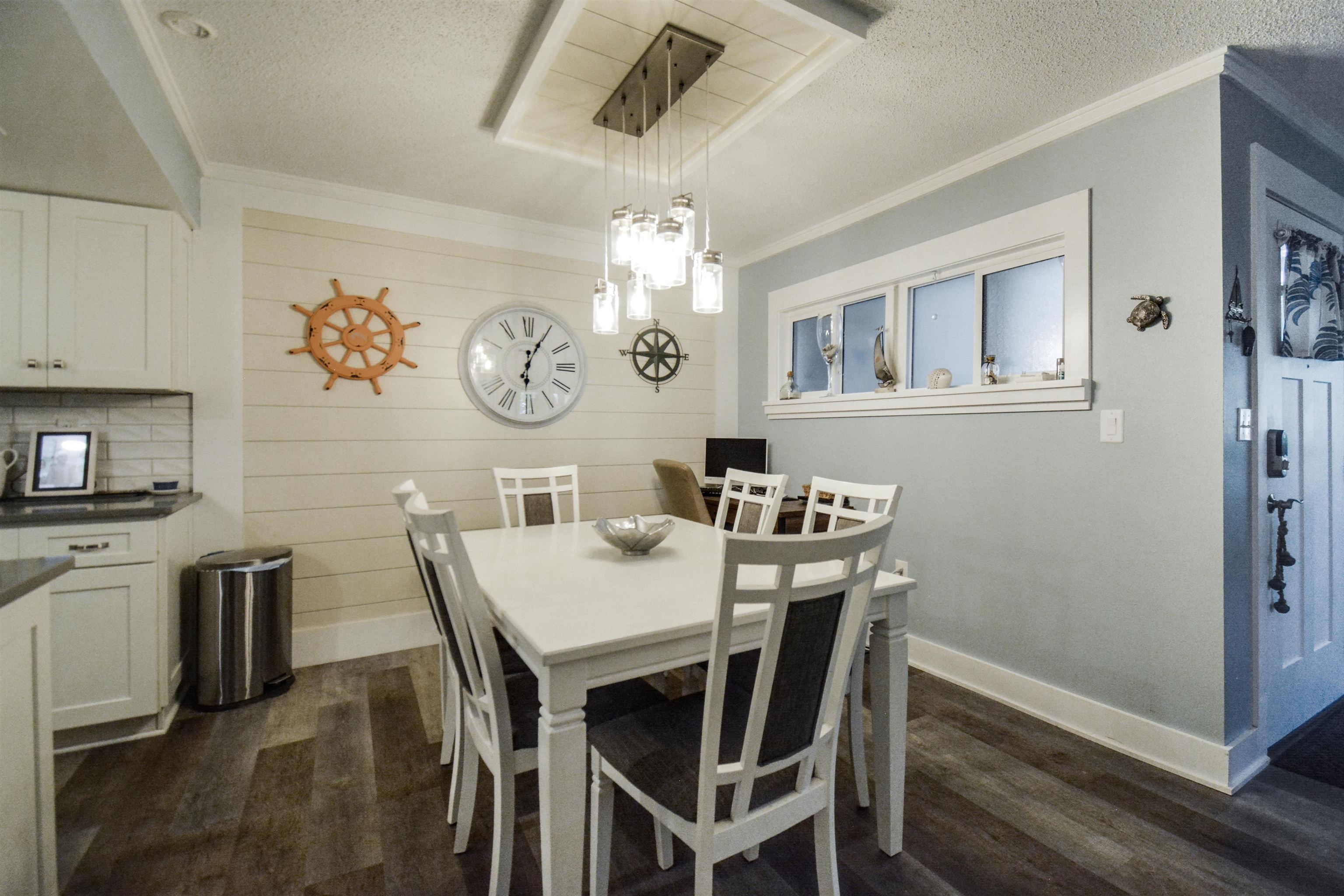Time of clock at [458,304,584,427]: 6:04
